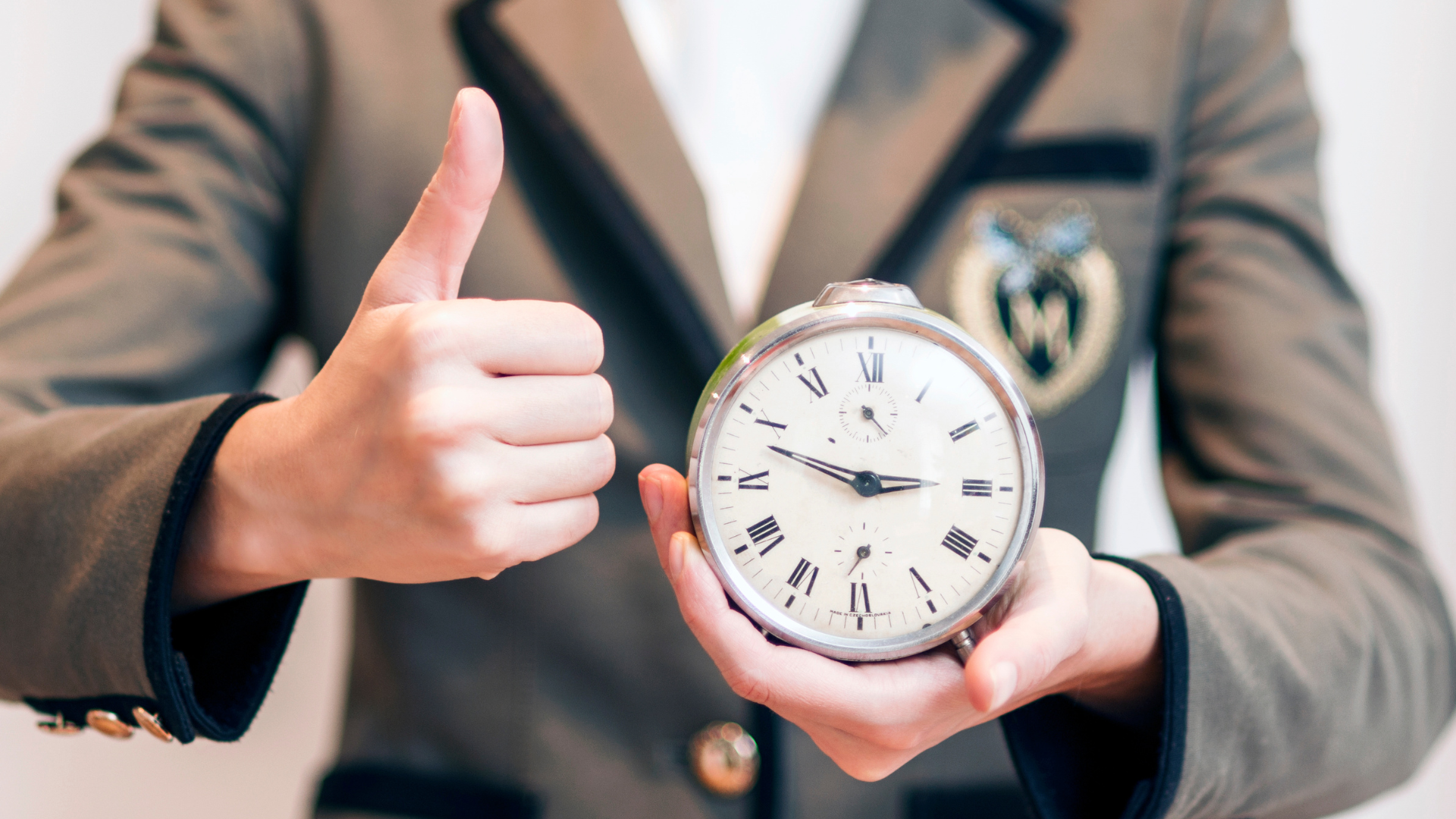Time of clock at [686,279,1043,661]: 2:48
